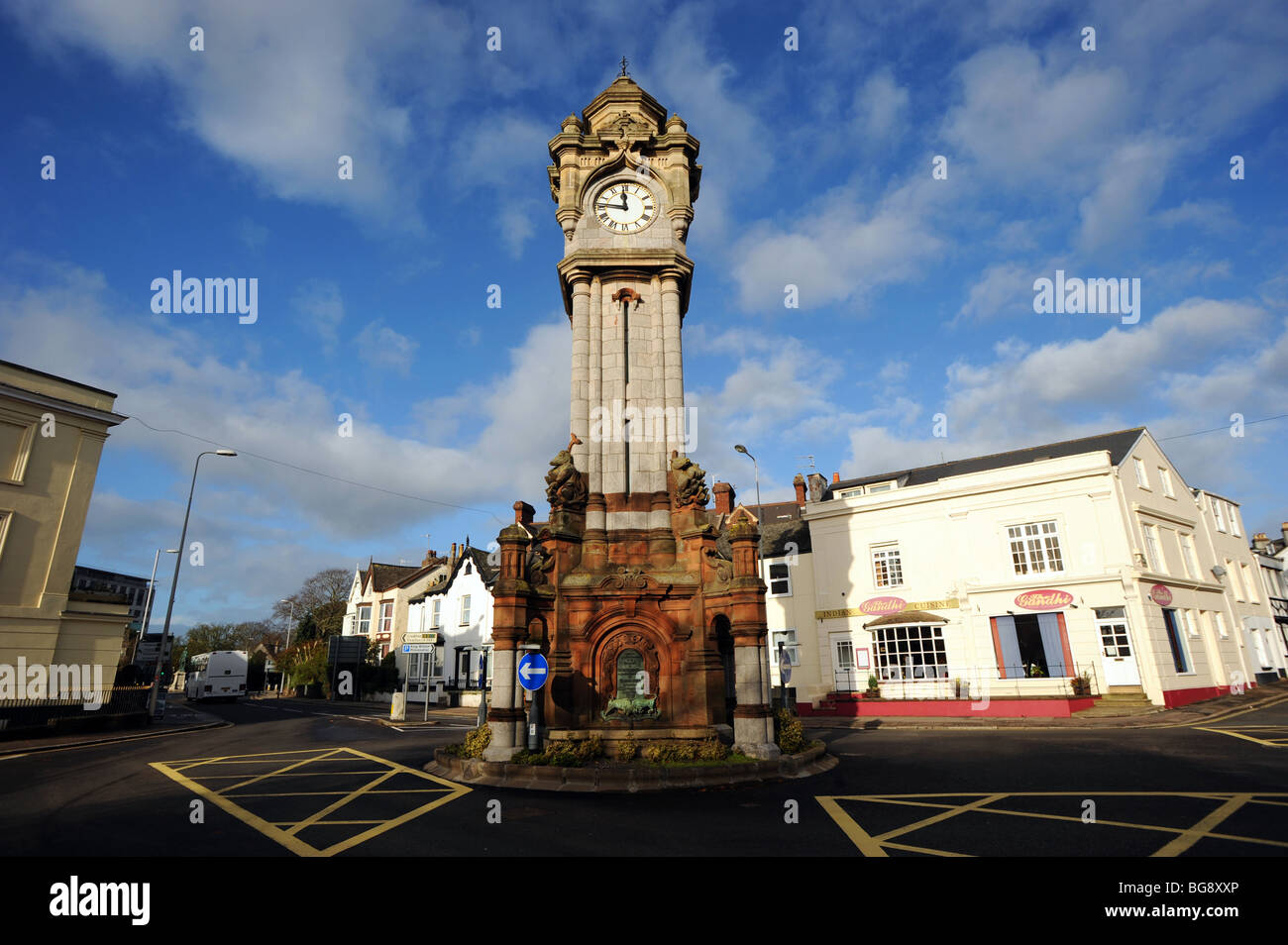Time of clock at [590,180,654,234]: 11:46
